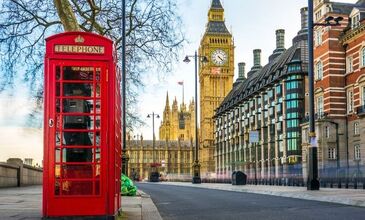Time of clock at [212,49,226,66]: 4:22
